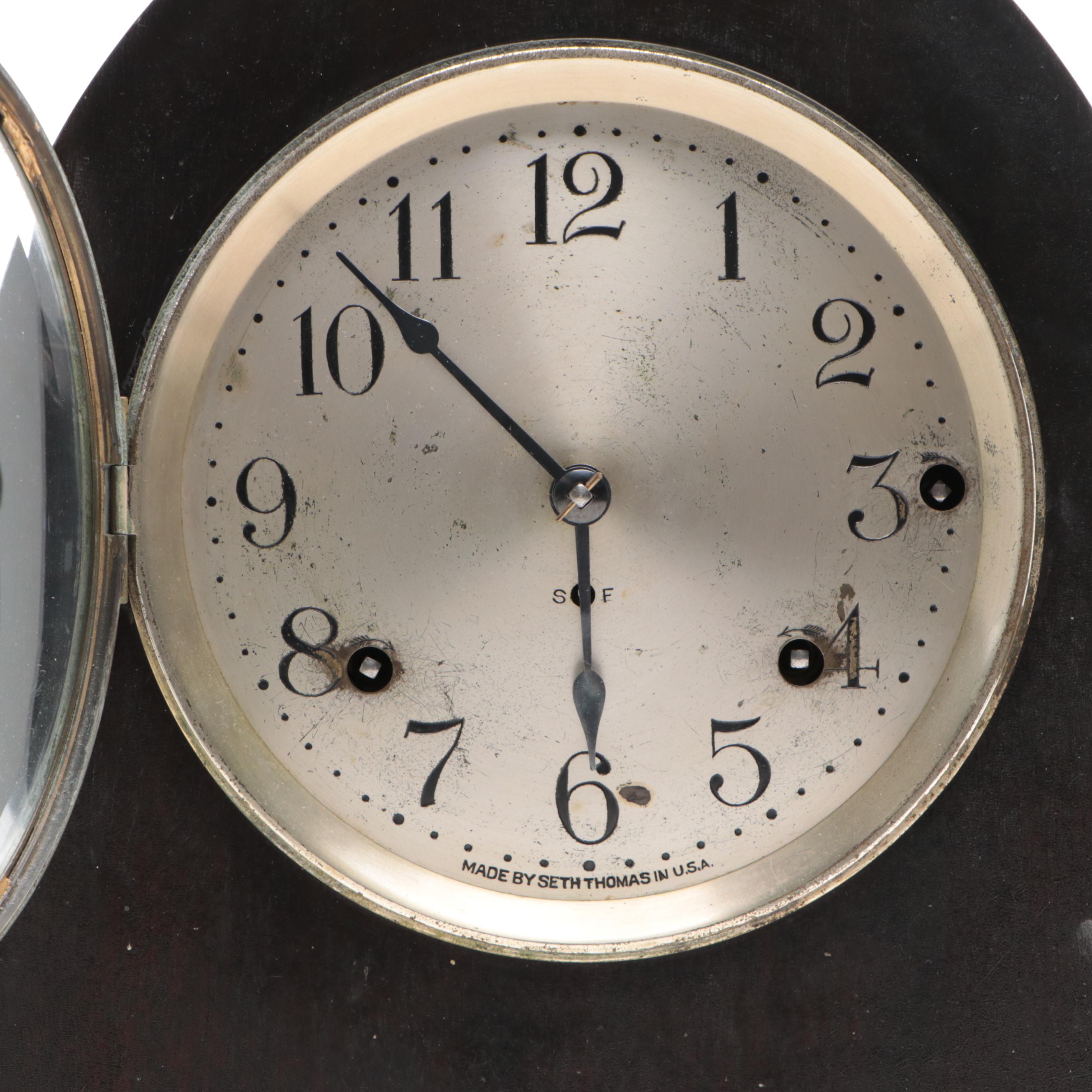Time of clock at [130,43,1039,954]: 5:52
